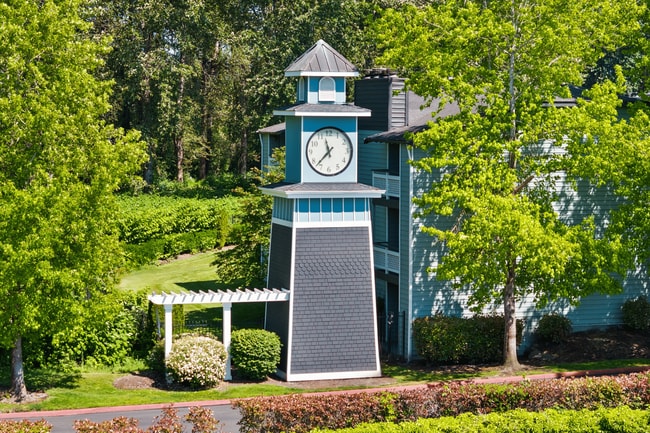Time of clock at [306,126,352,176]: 11:37
